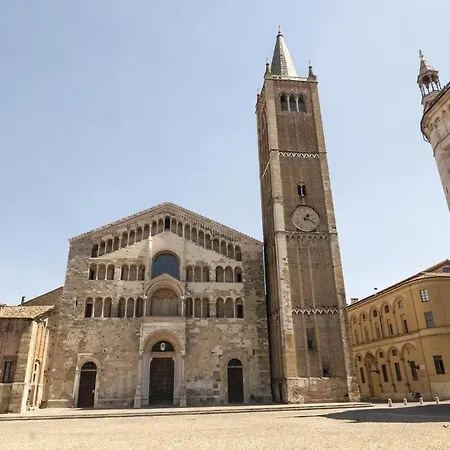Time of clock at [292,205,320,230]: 1:18
